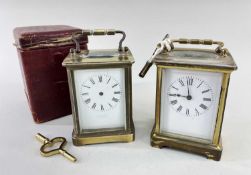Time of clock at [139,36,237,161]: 11:45
